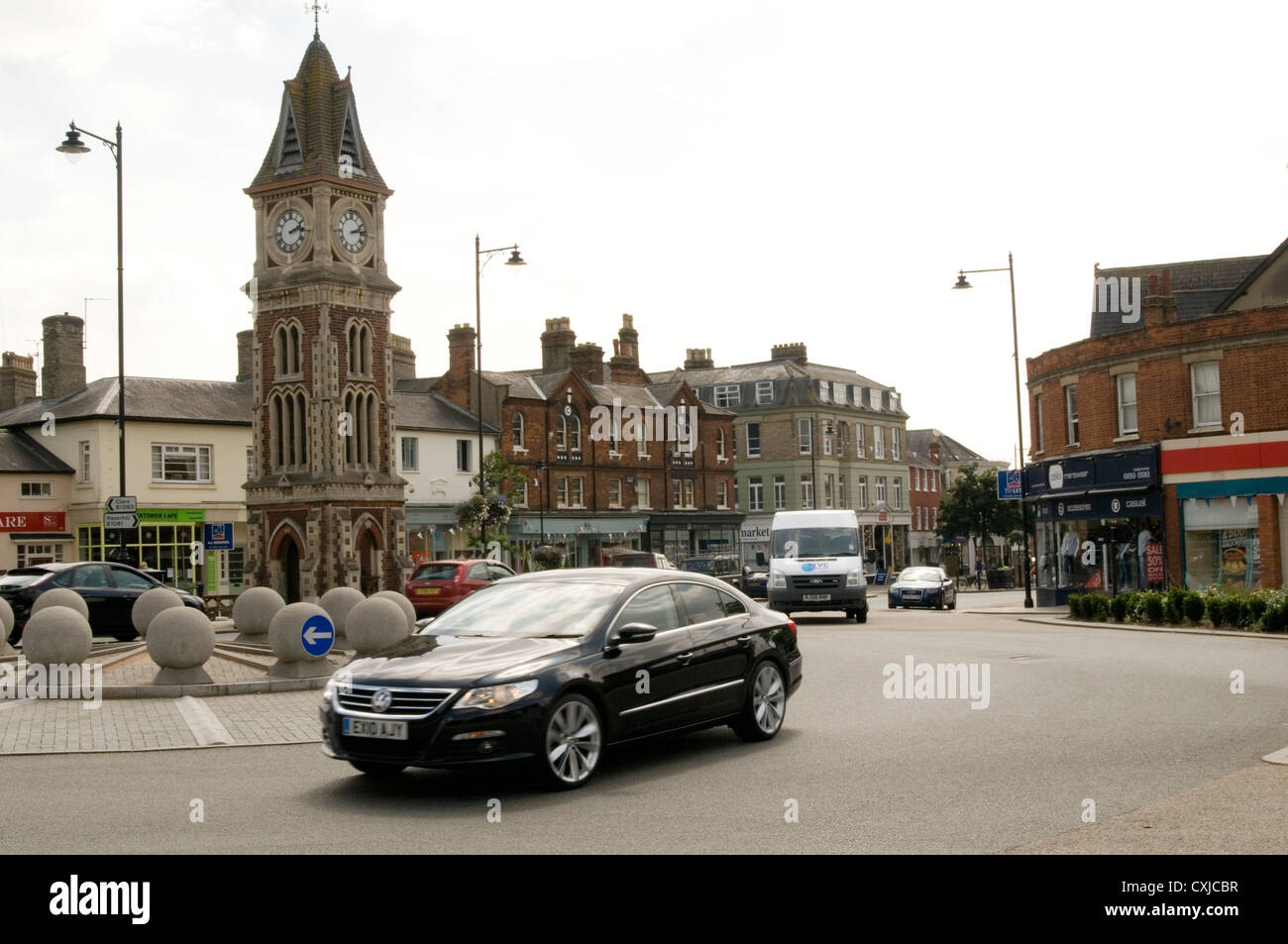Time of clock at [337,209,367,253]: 2:13
